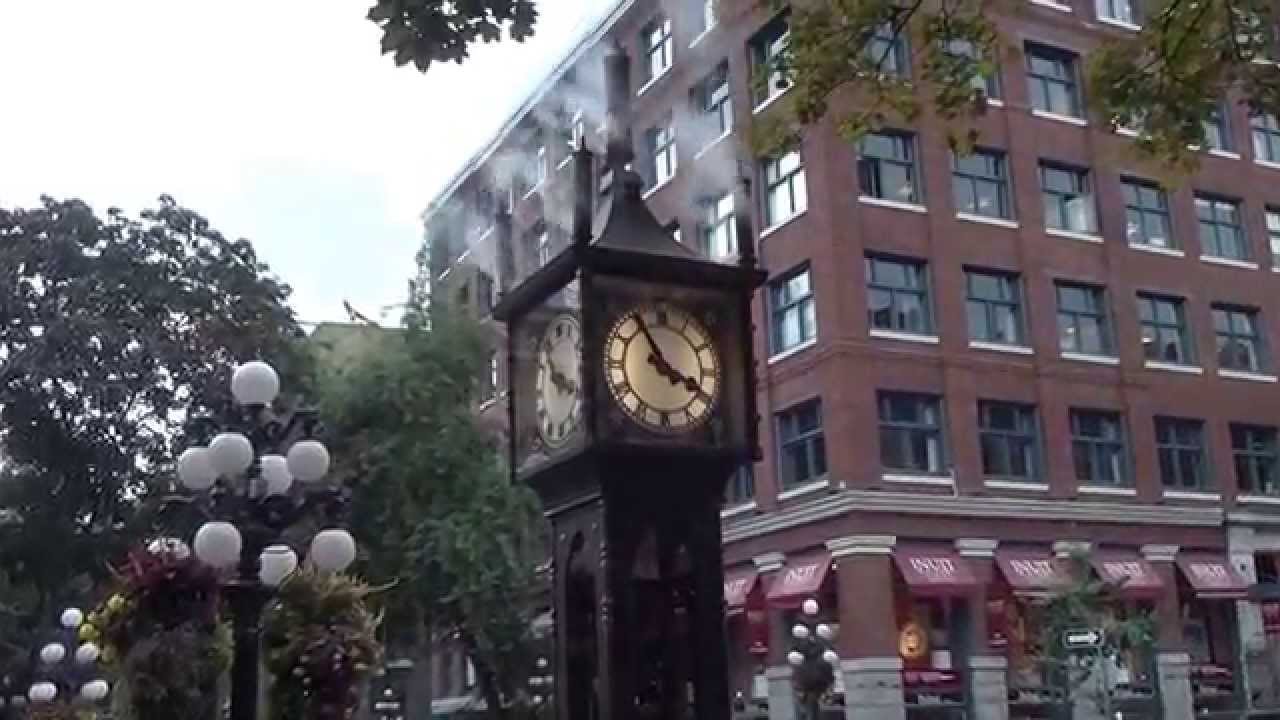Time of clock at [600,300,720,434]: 3:54
